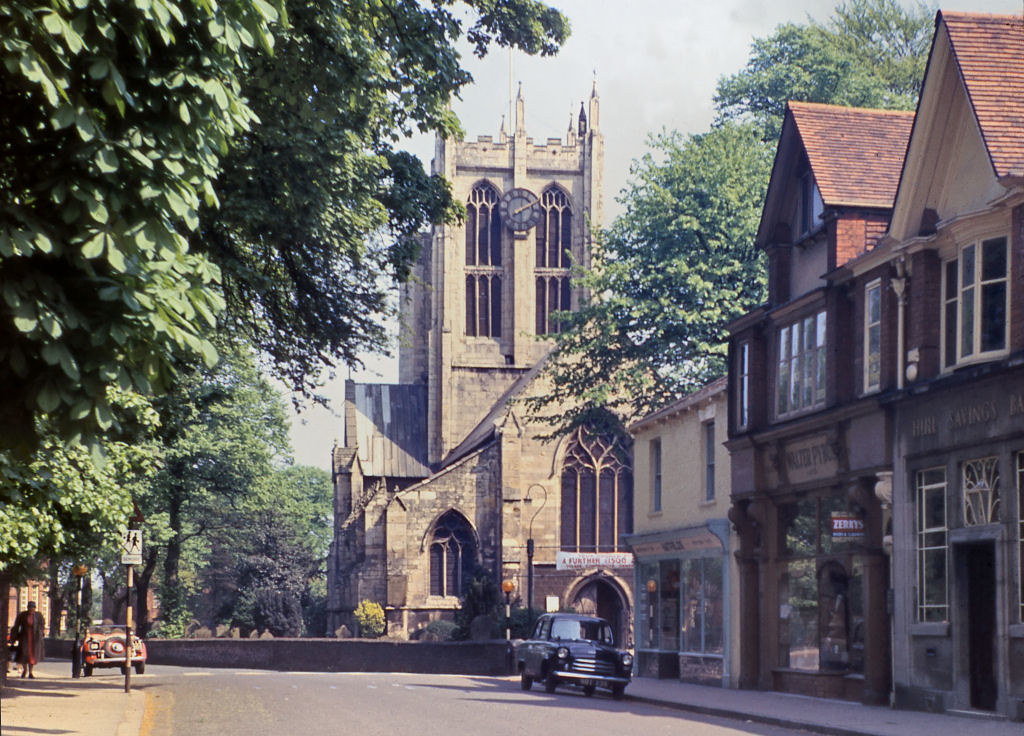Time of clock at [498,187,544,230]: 2:01
